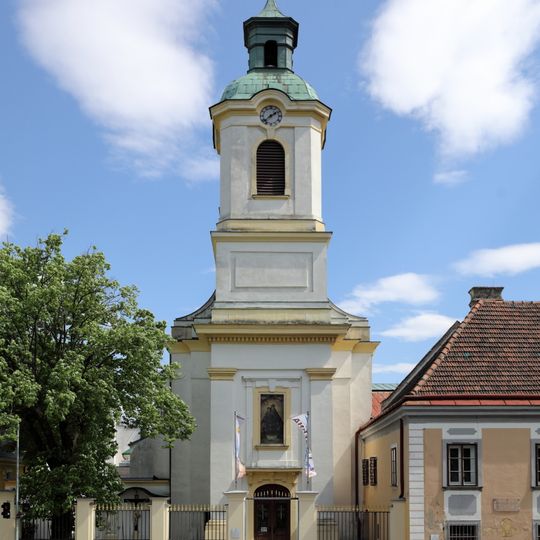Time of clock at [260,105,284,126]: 1:37
